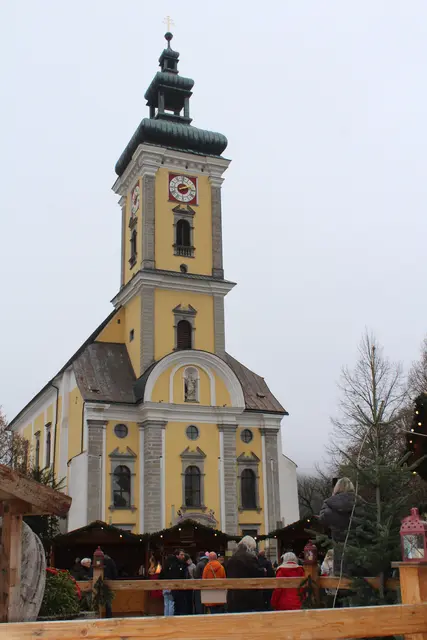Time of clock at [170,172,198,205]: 2:12
